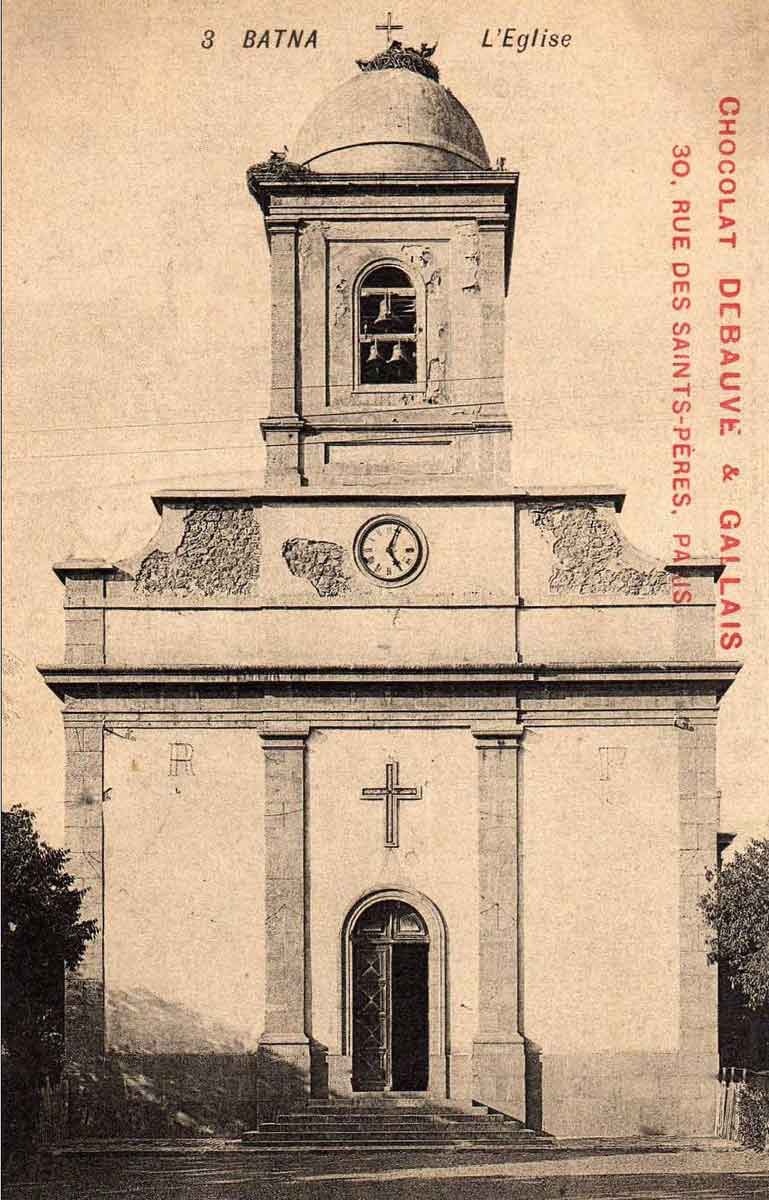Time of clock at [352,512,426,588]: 5:03
